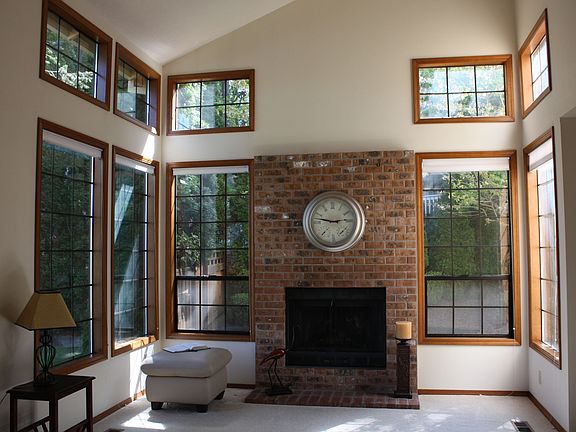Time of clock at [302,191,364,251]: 2:47
